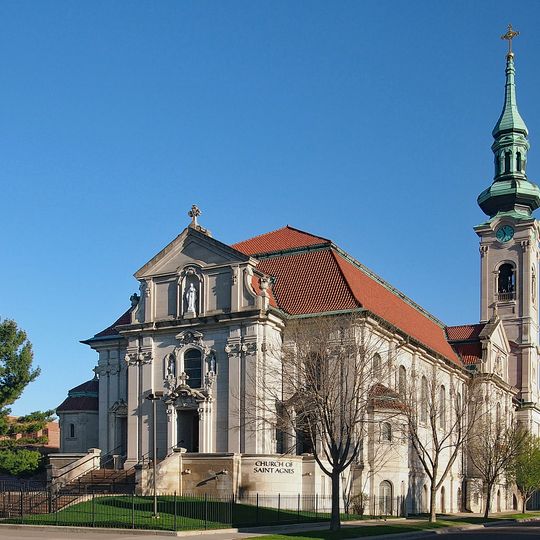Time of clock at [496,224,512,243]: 6:54
